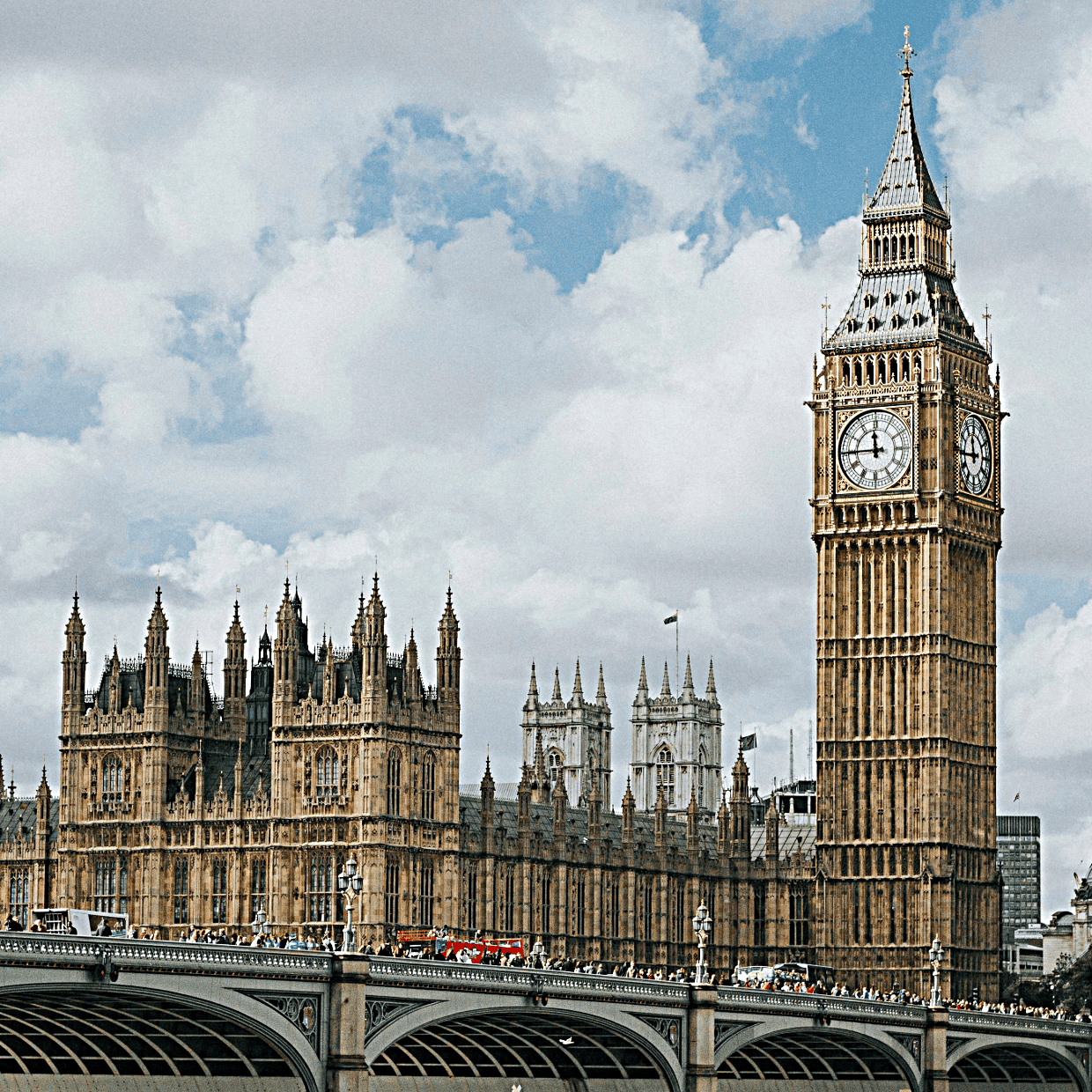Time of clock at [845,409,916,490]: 11:44
